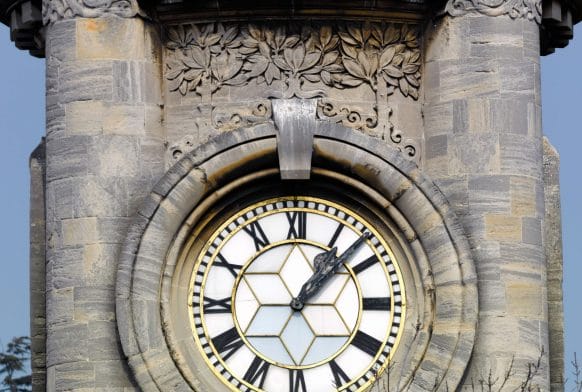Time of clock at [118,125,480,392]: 1:07
